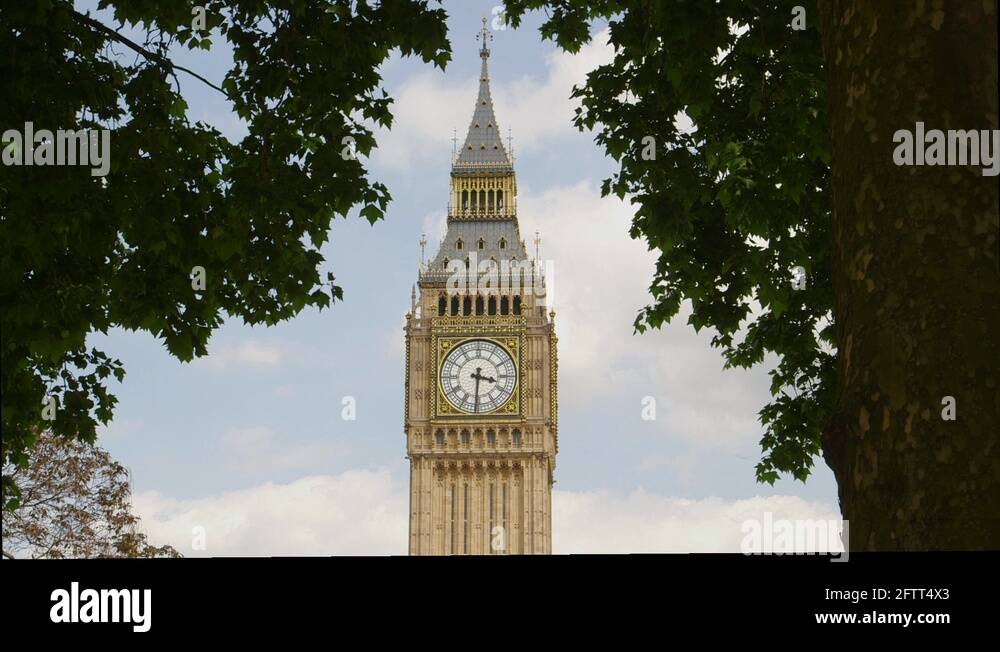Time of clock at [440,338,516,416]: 3:30
